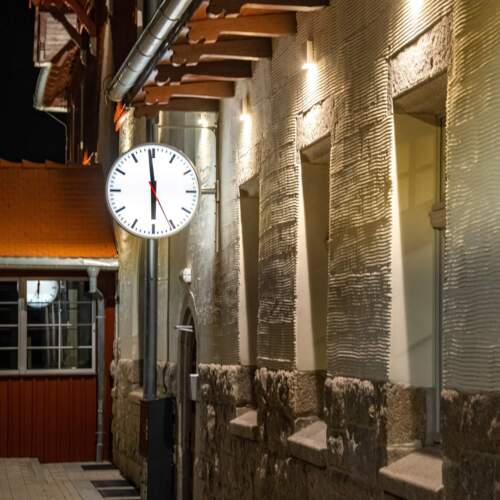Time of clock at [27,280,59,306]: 12:00
